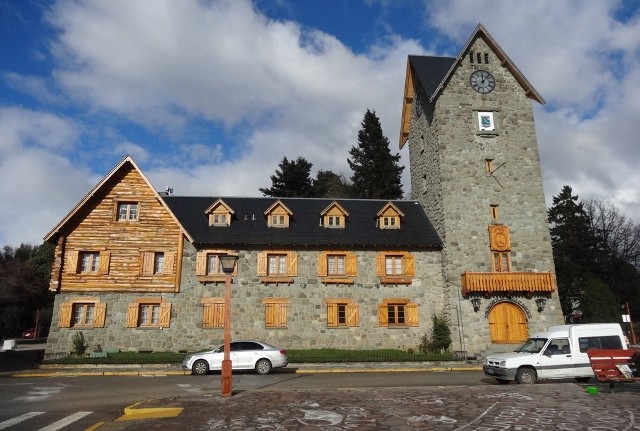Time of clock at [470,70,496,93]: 12:07
